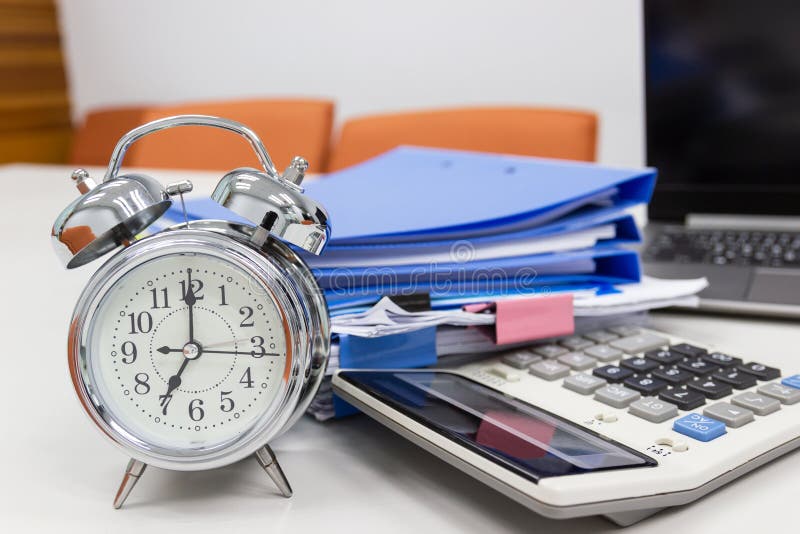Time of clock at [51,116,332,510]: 7:00
